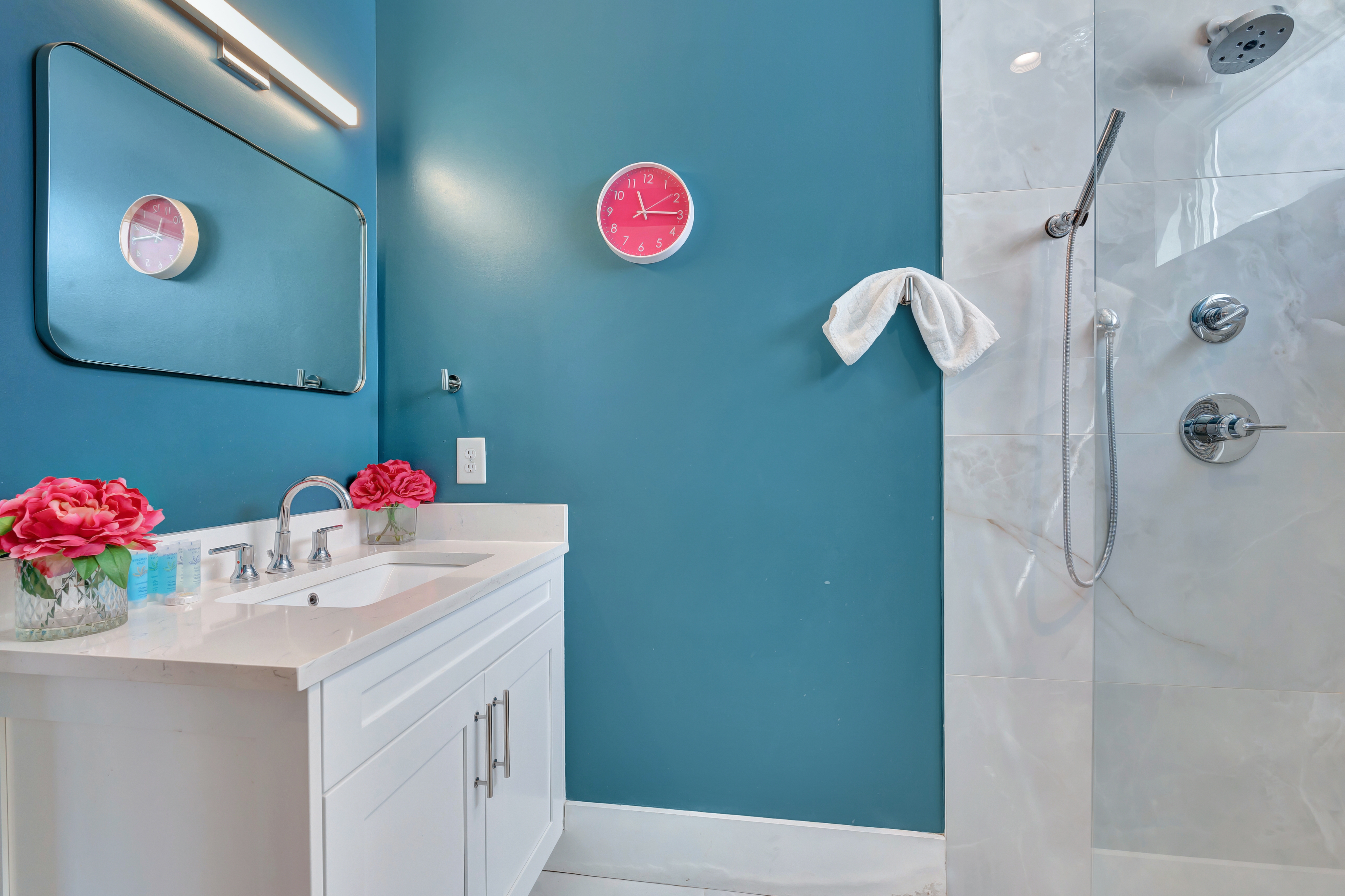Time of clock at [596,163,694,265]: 11:14
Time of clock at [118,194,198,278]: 12:45
